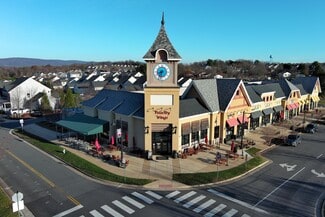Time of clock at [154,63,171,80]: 8:32
